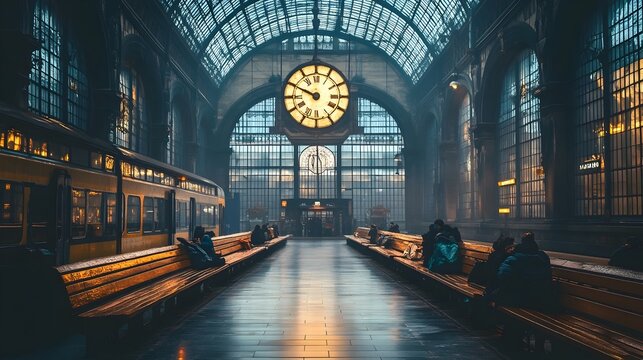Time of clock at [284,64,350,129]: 9:49
